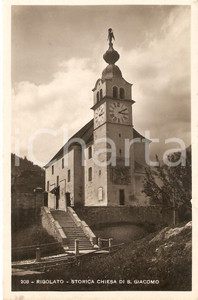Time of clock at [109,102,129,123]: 3:09
